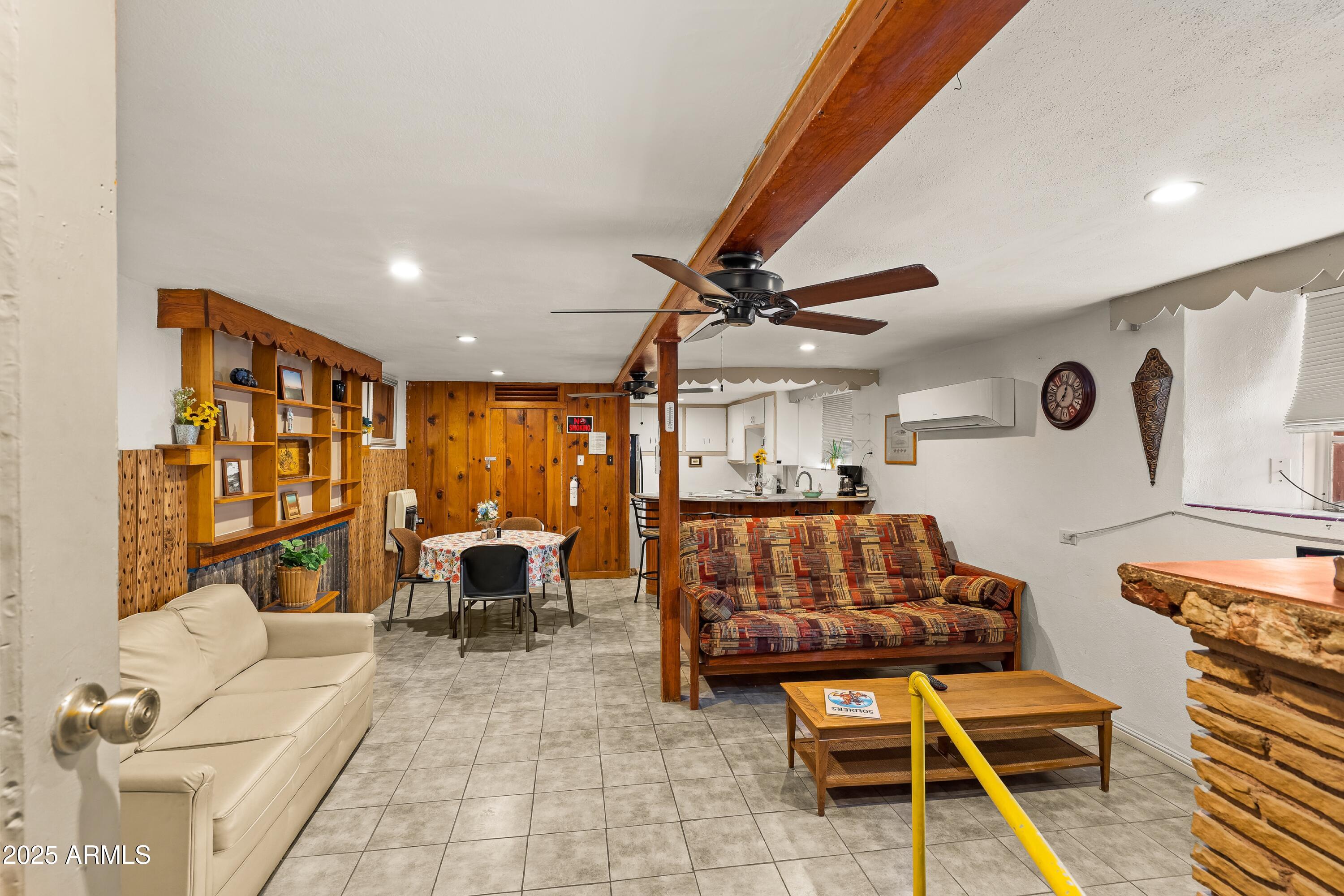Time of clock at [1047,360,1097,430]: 12:37
